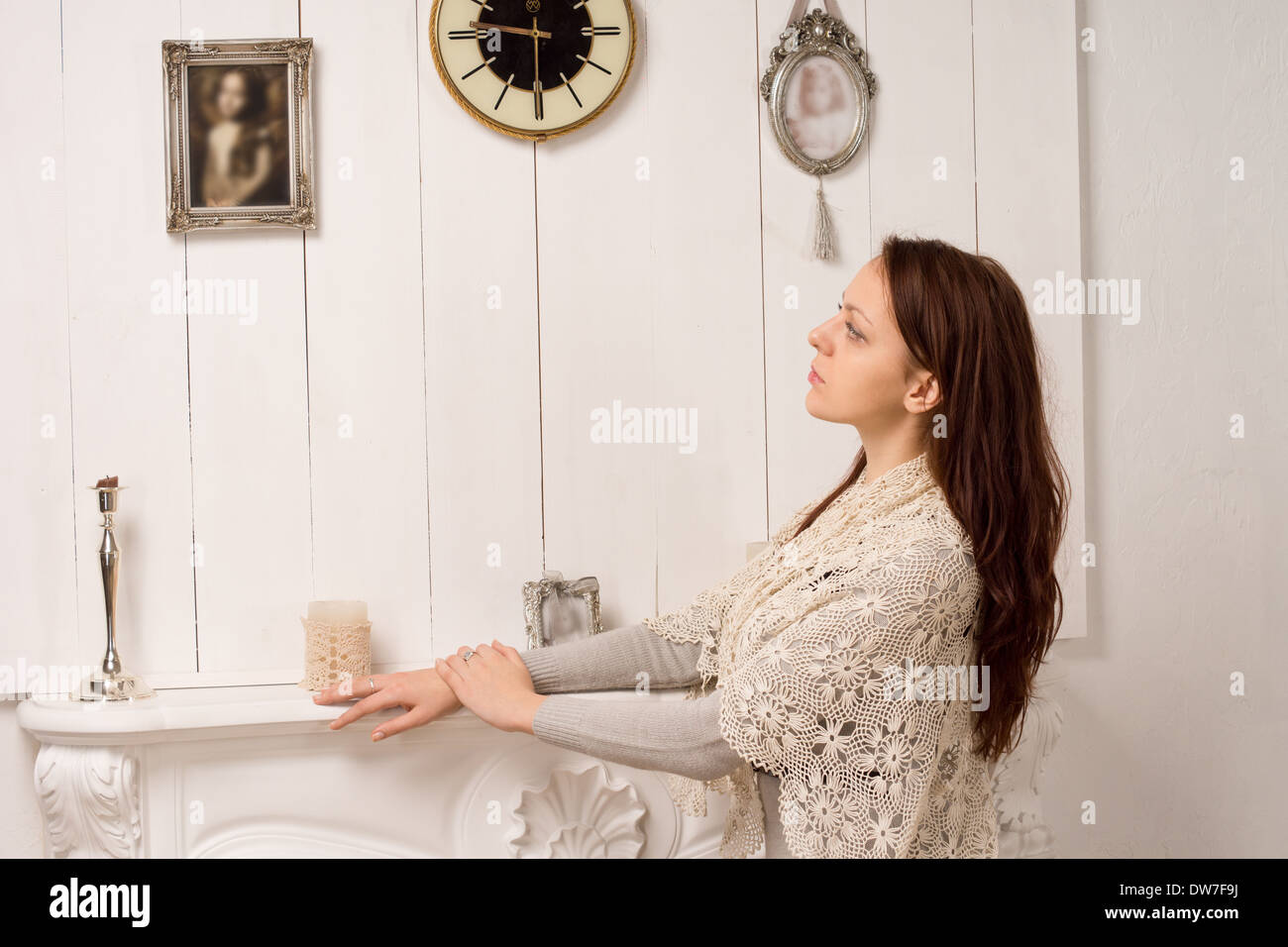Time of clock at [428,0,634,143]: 9:30
